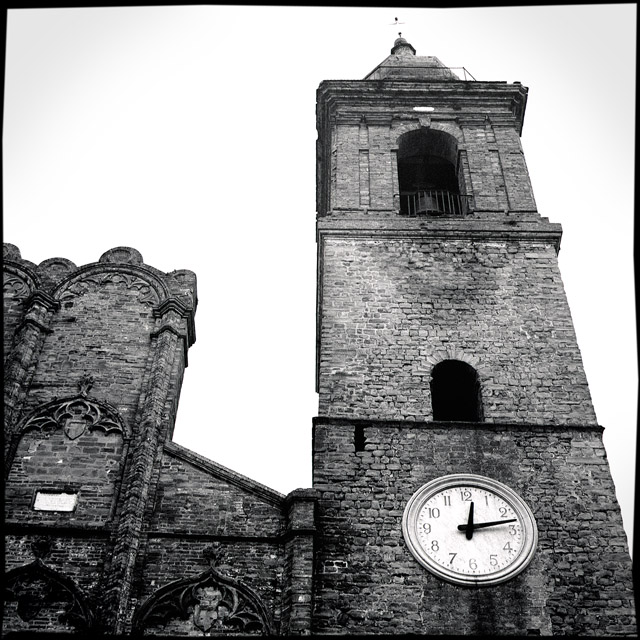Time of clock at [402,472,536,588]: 12:12
